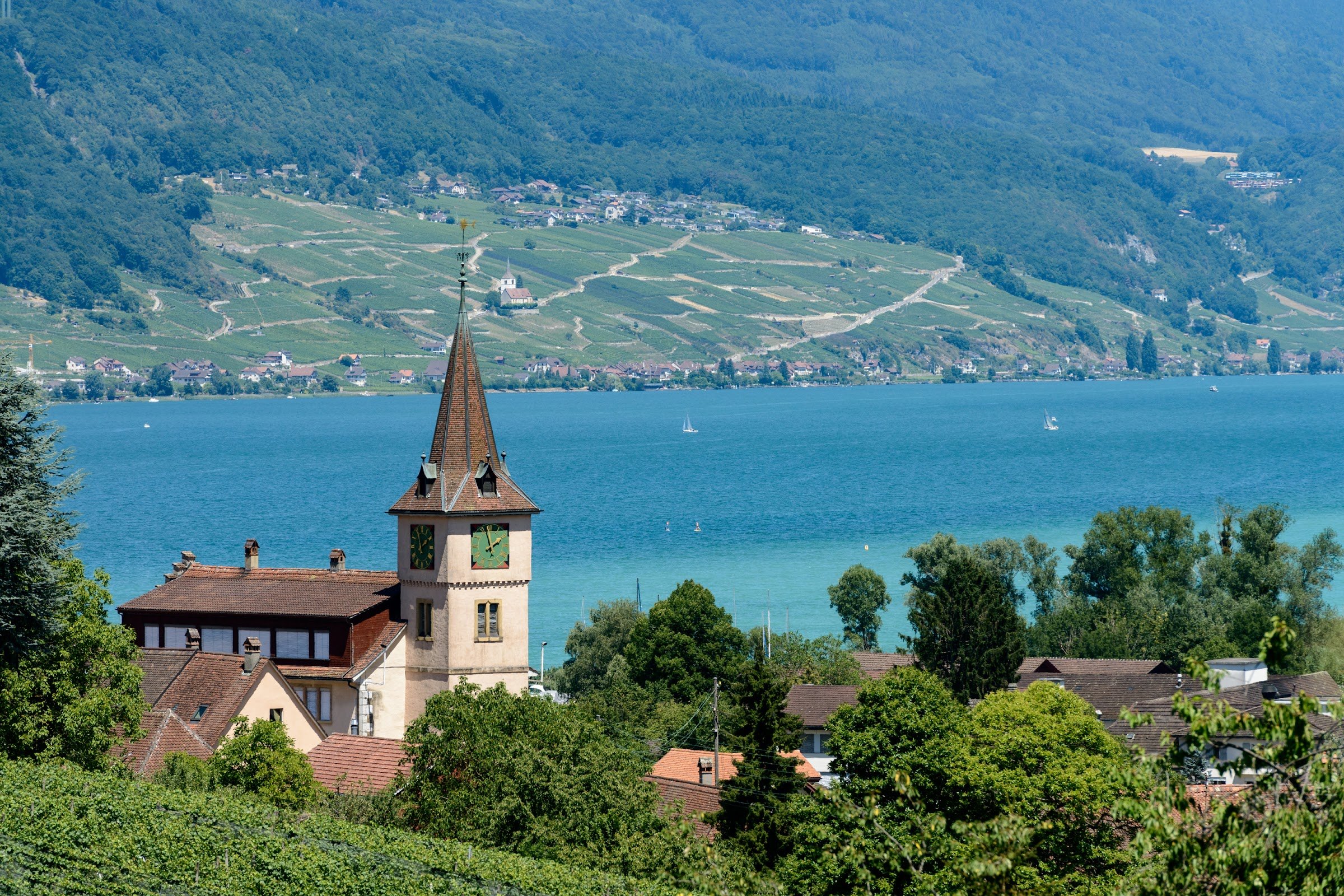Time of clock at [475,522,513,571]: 1:57
